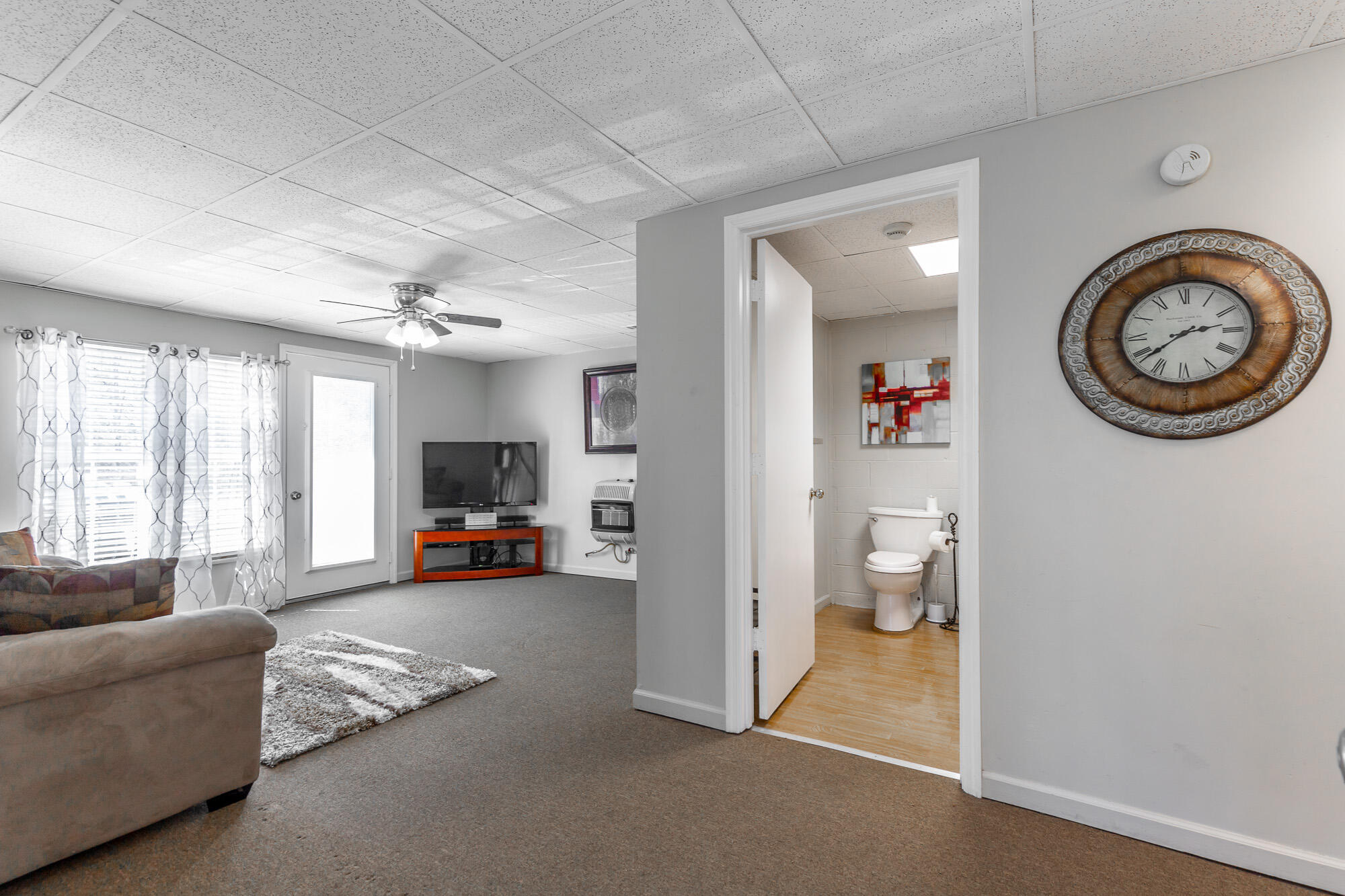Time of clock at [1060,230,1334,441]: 2:38
